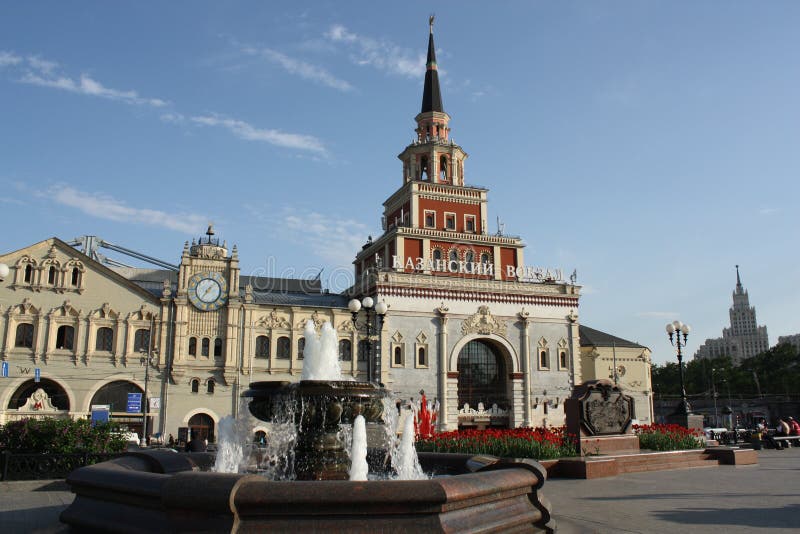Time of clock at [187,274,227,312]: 7:07
